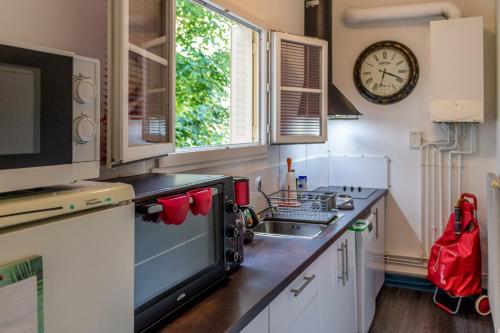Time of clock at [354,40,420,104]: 6:18
